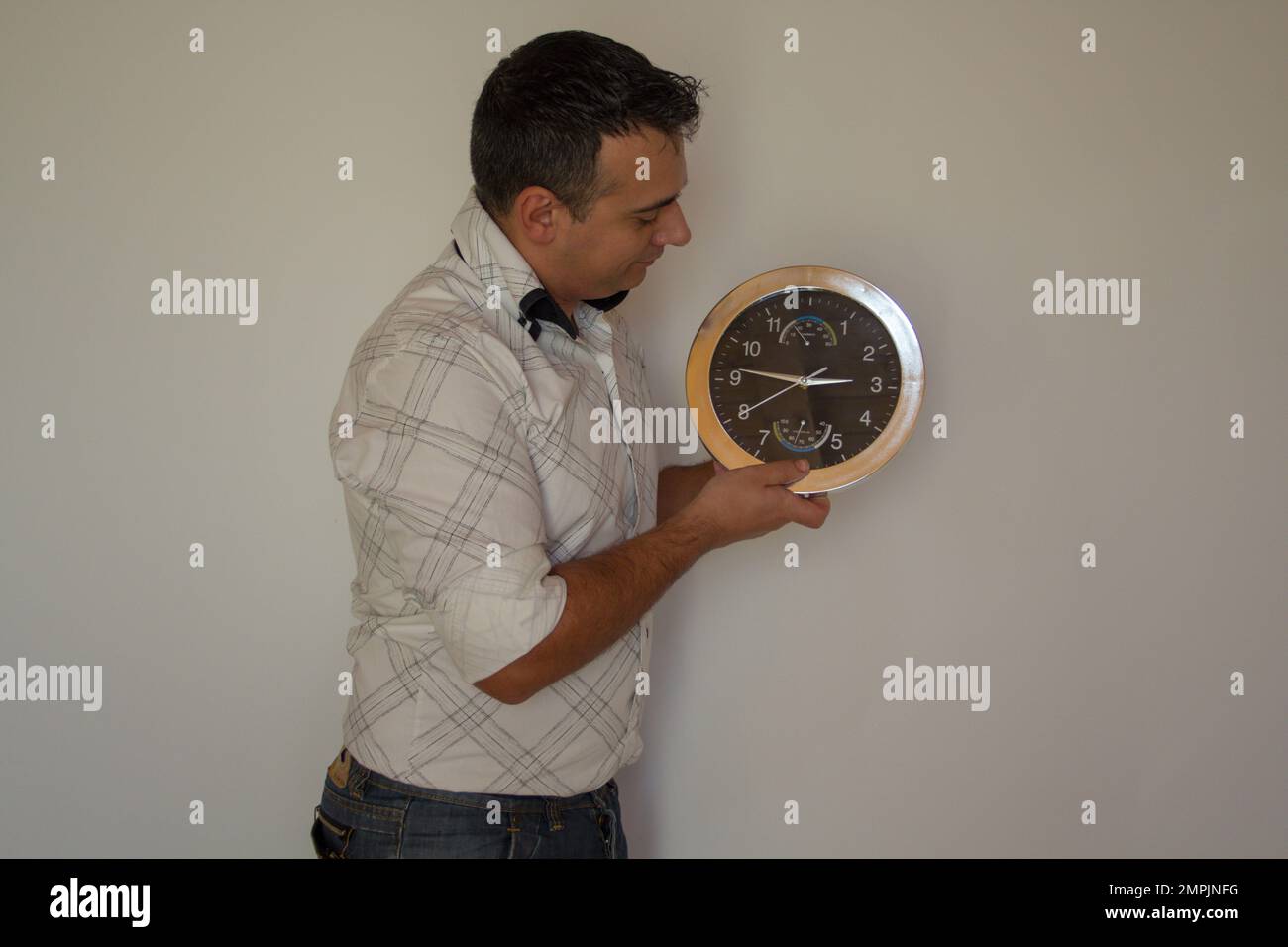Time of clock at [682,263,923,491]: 2:46
